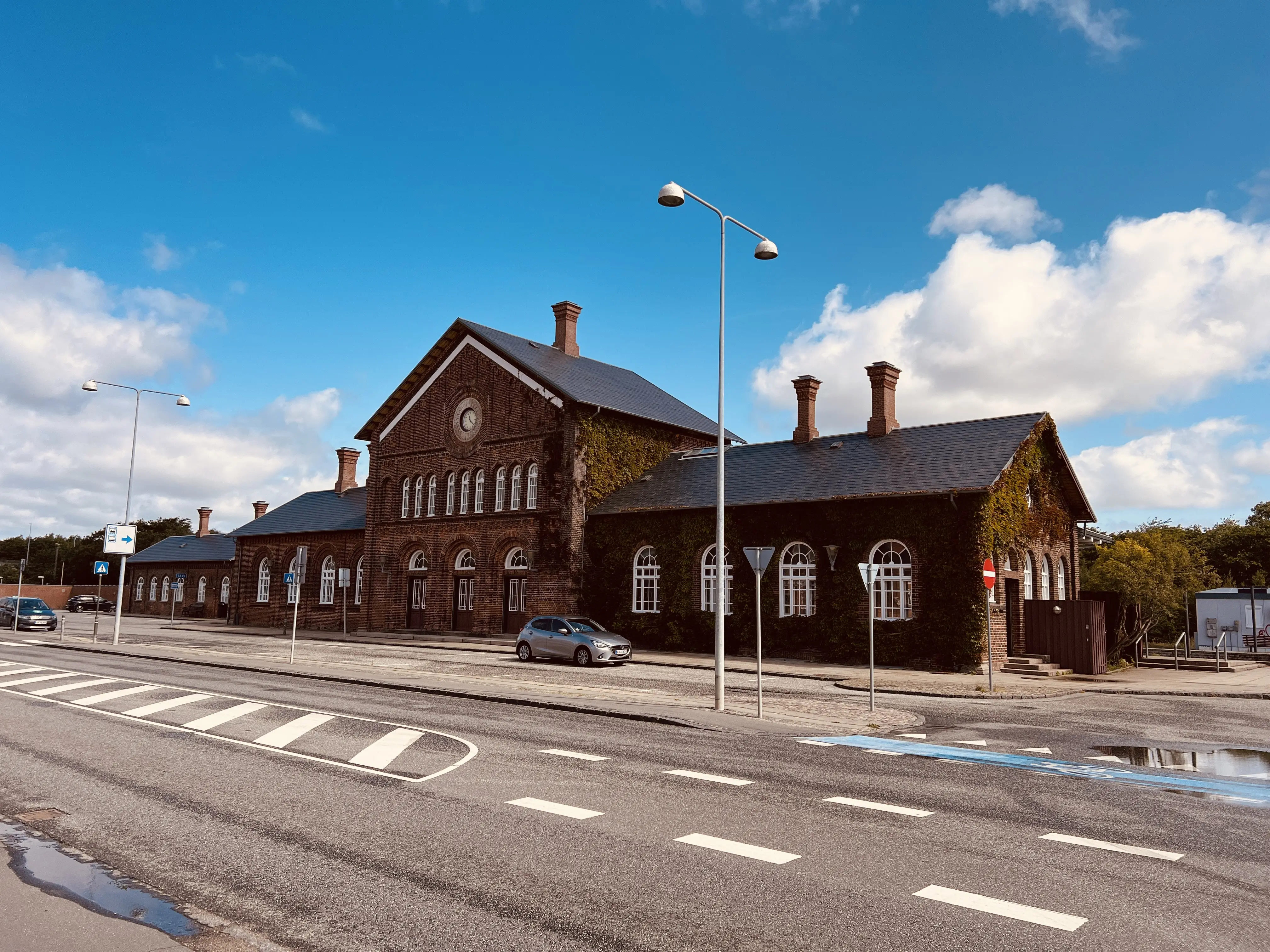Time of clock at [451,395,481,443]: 11:21
